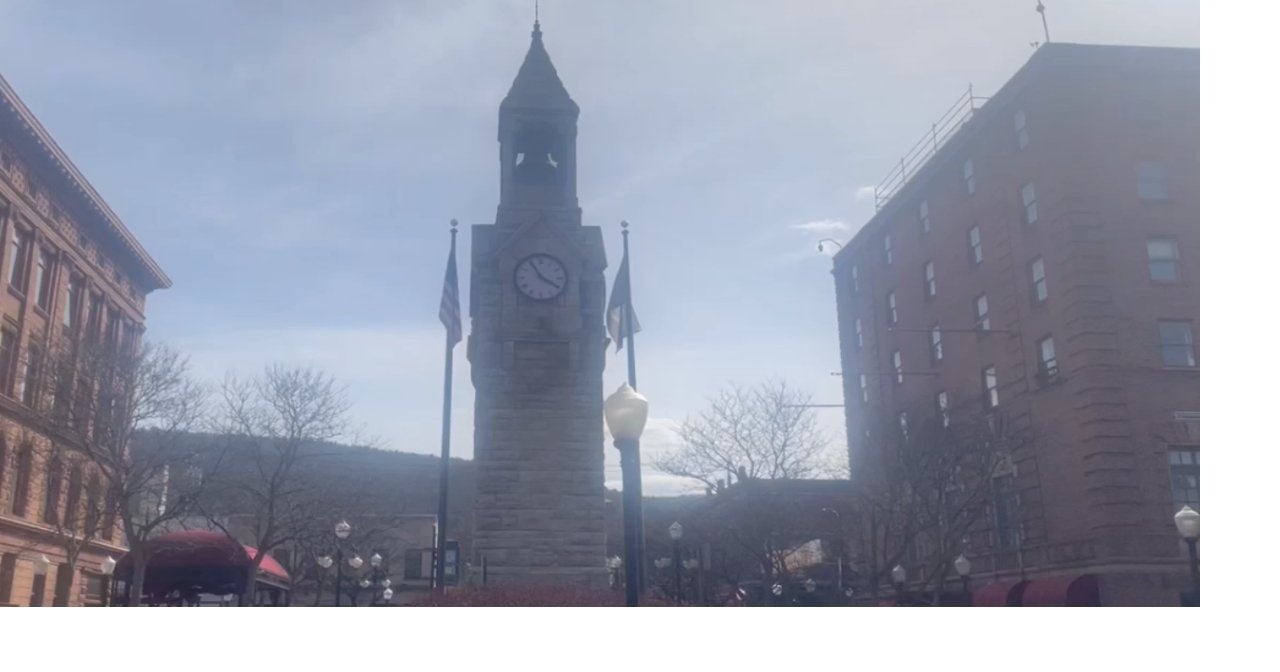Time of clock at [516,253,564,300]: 3:55
